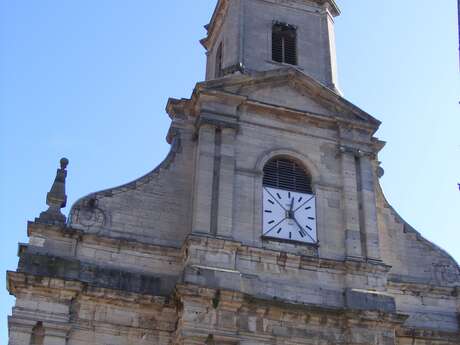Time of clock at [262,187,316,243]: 12:23
